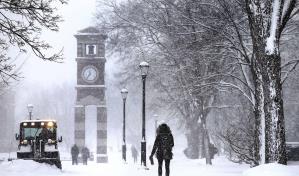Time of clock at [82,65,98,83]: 11:36
